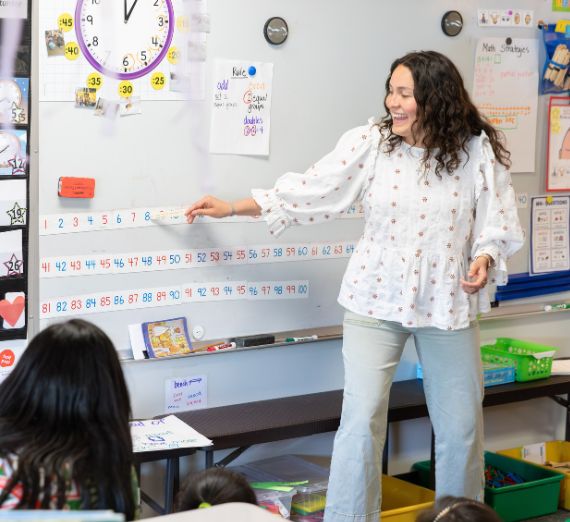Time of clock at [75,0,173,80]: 12:05
